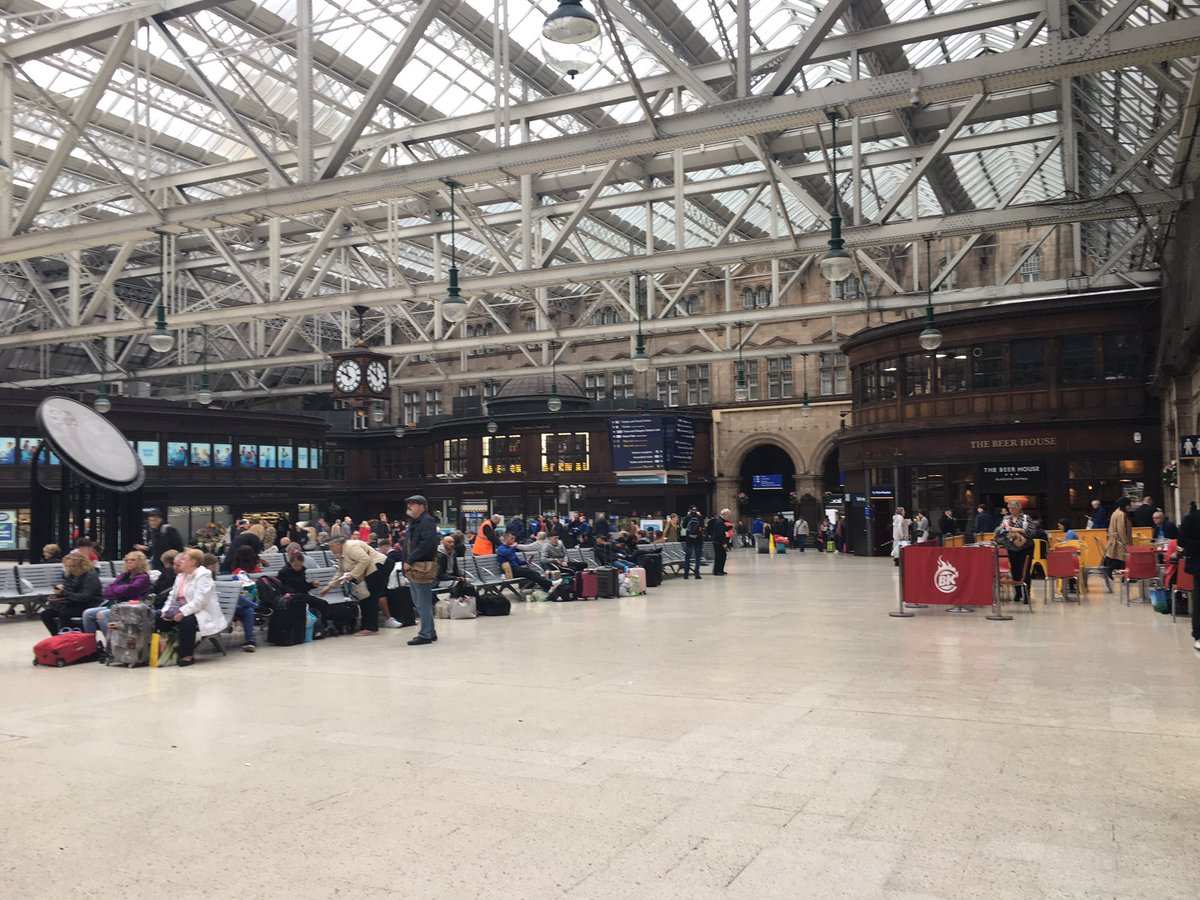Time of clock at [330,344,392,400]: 11:50
